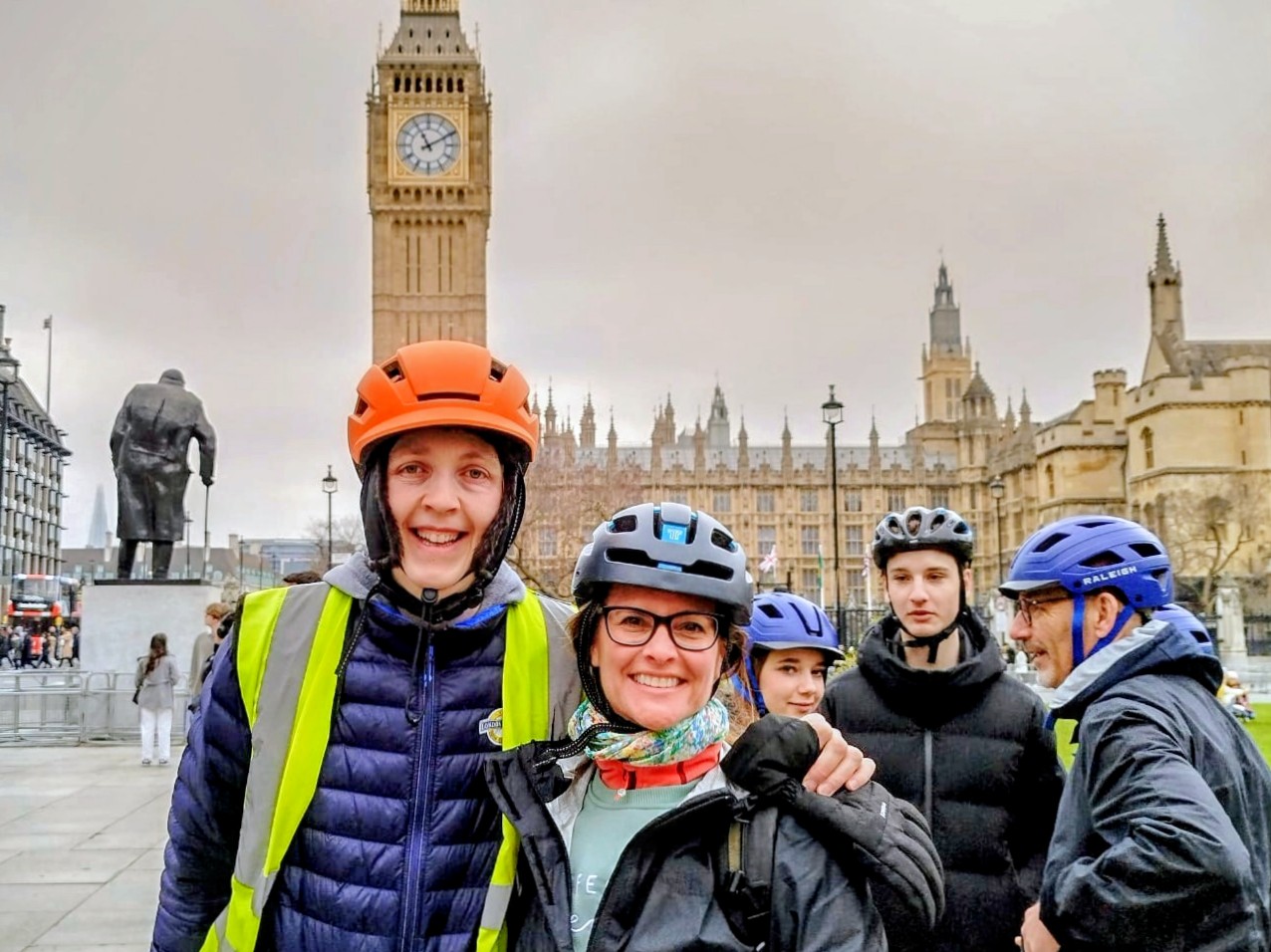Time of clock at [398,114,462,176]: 11:10
